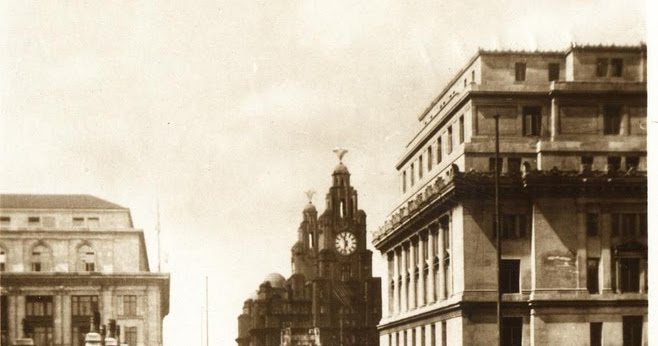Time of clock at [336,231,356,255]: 11:32
